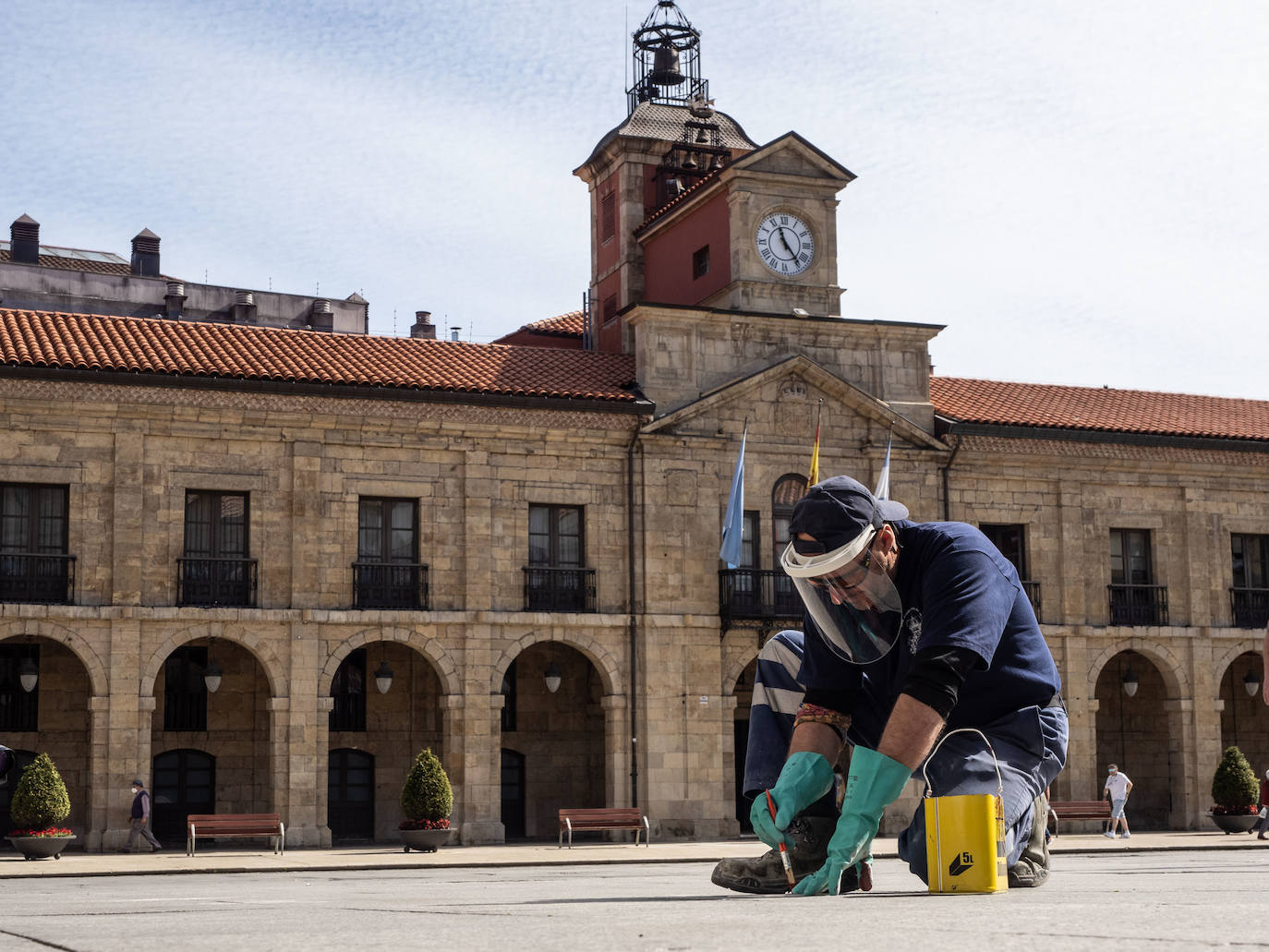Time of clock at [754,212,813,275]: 11:23
